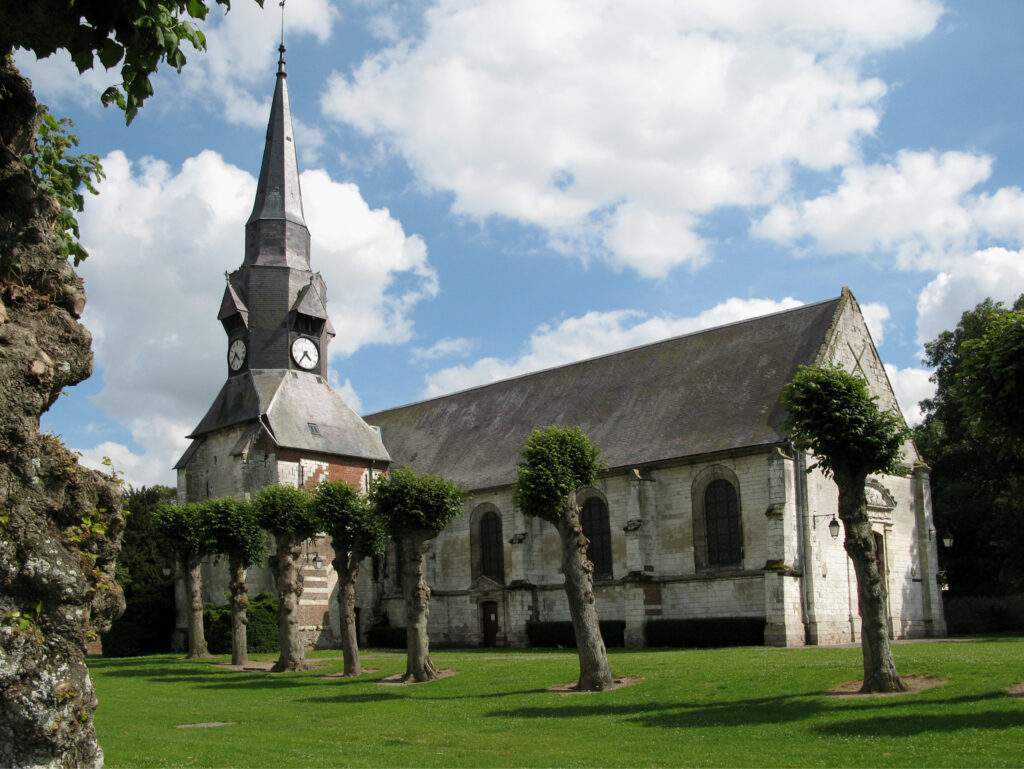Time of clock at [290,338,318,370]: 4:36
